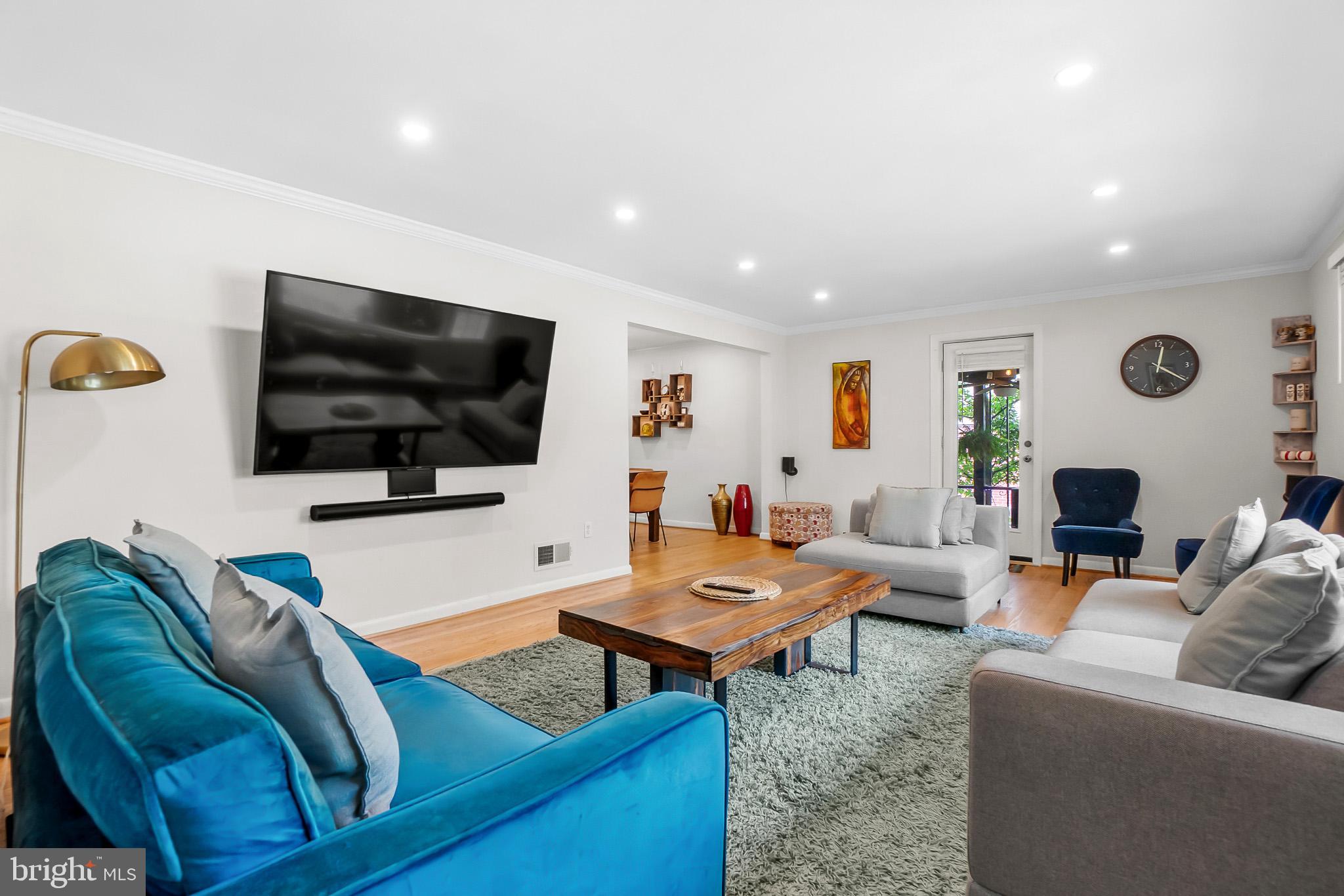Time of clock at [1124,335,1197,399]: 12:20
